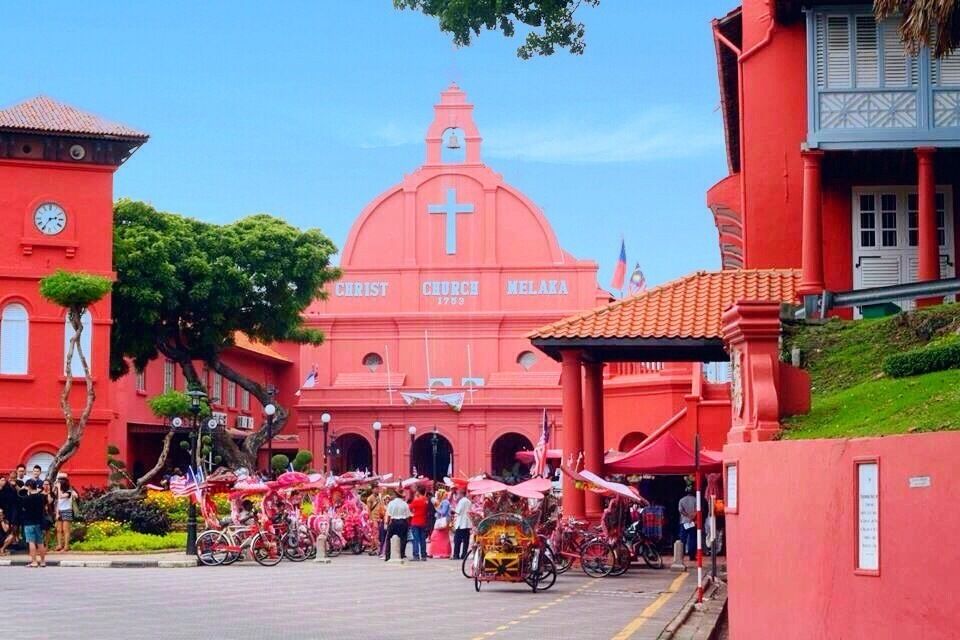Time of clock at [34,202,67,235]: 2:36
